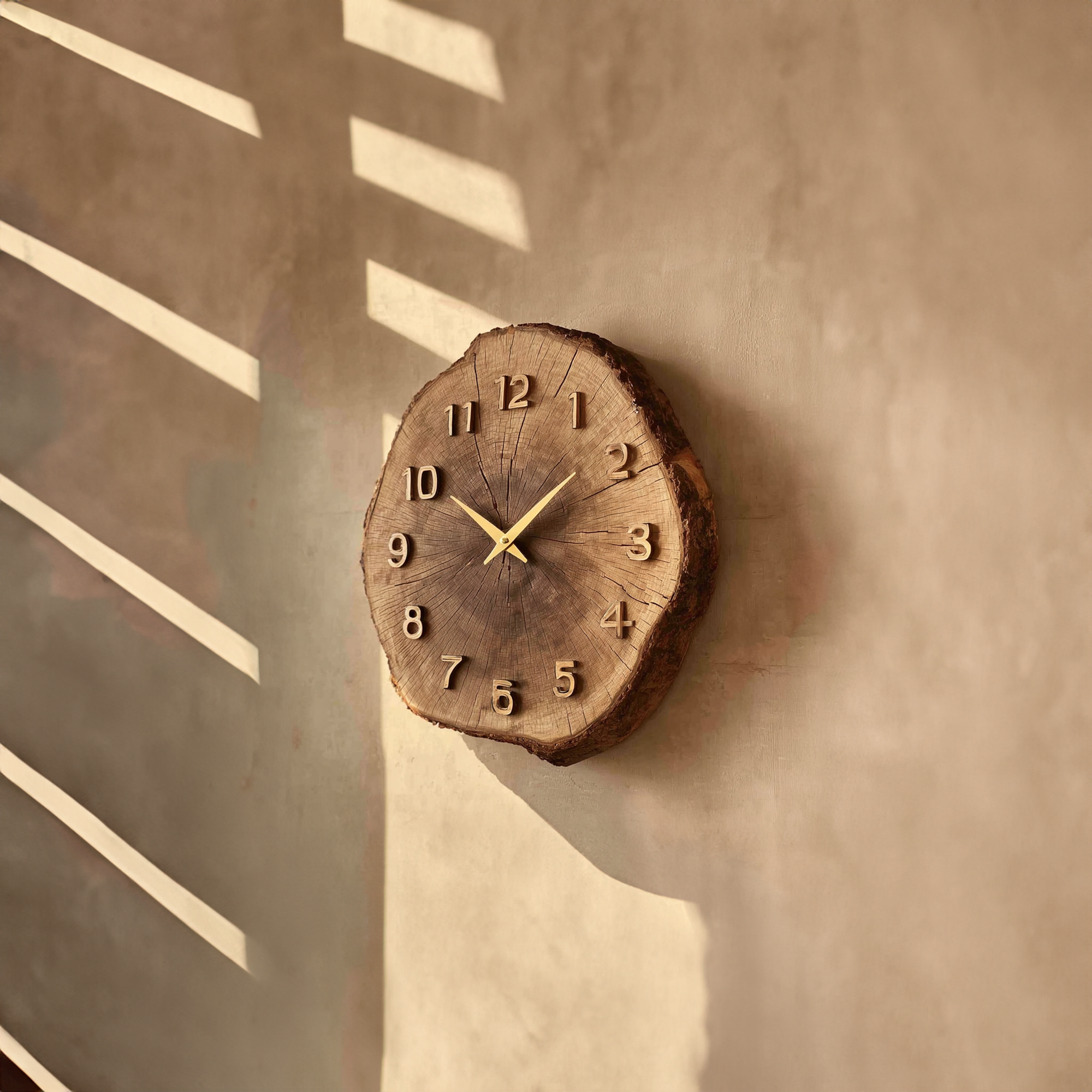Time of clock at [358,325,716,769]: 10:08
